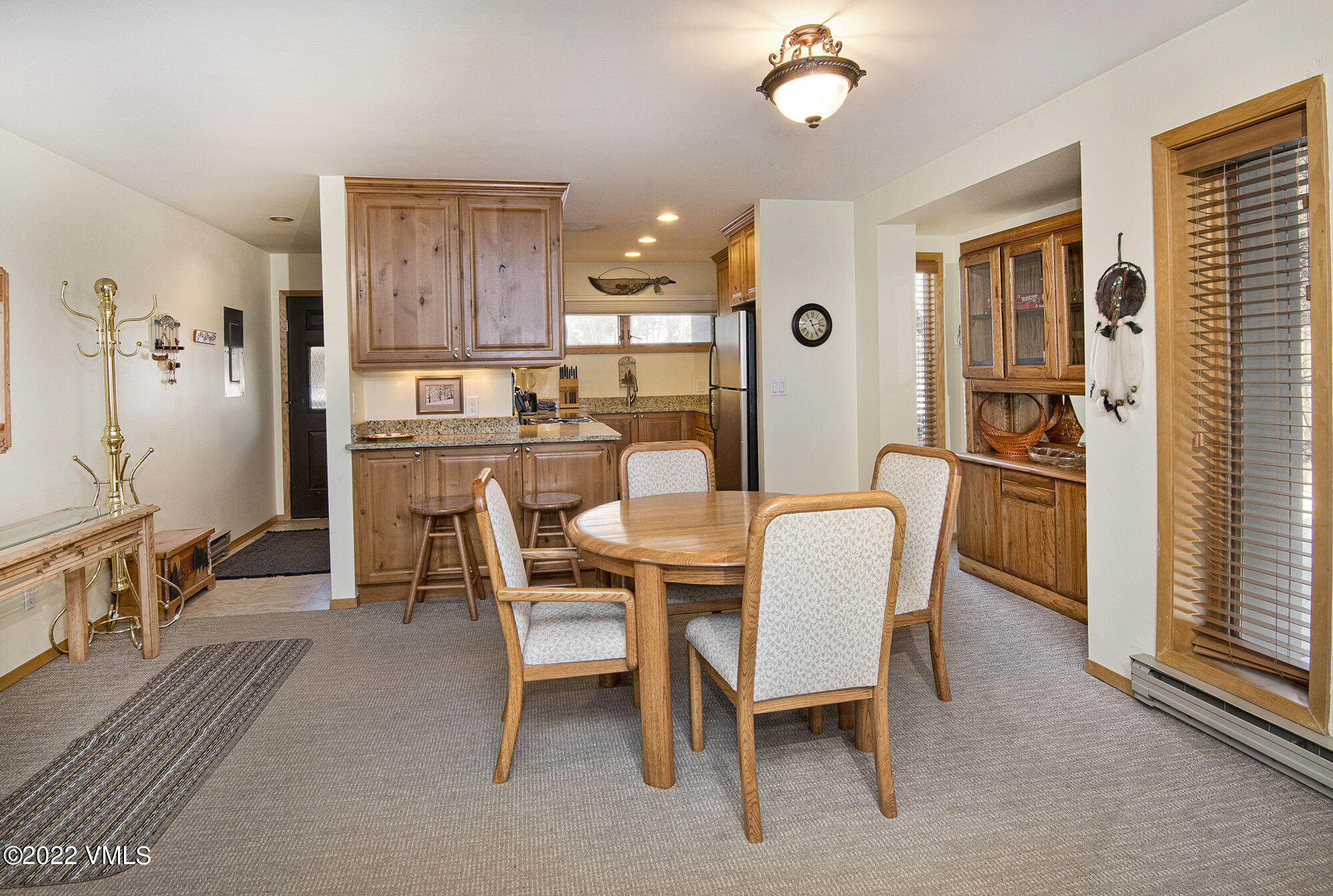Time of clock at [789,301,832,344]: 2:25
